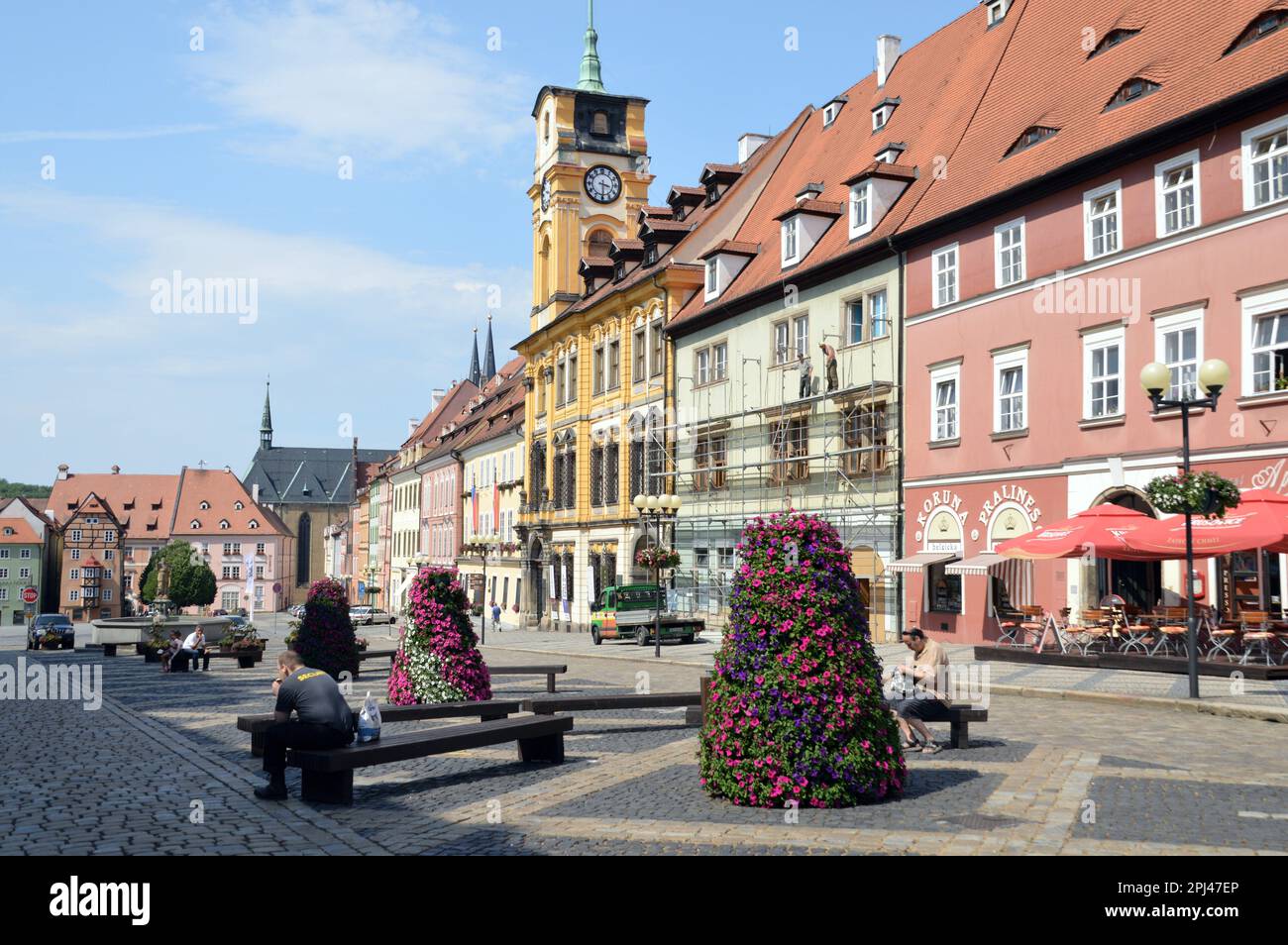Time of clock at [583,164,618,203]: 3:29
